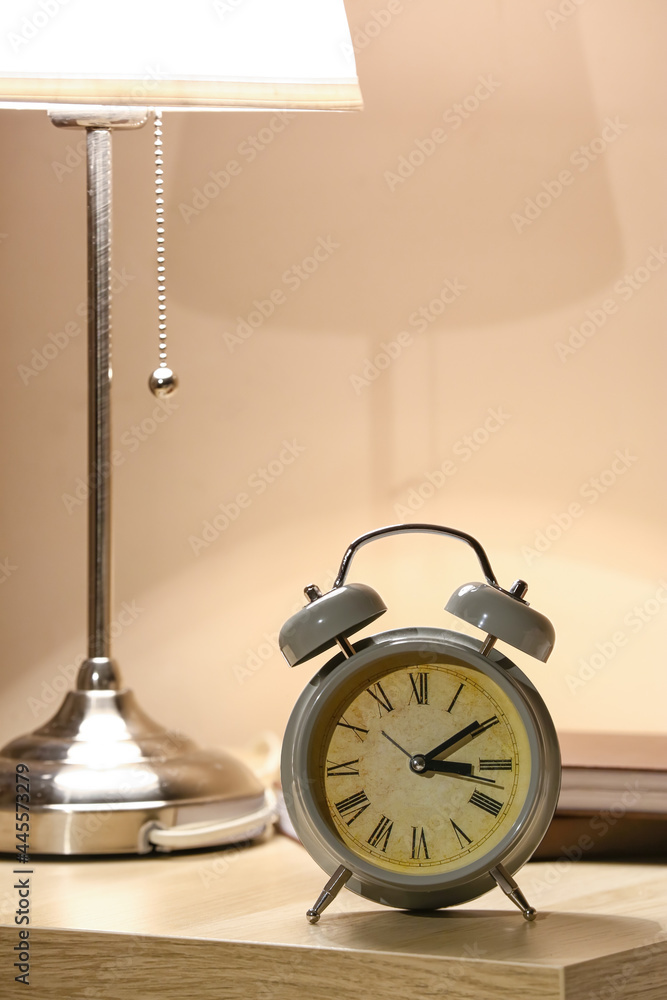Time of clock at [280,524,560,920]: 3:09
